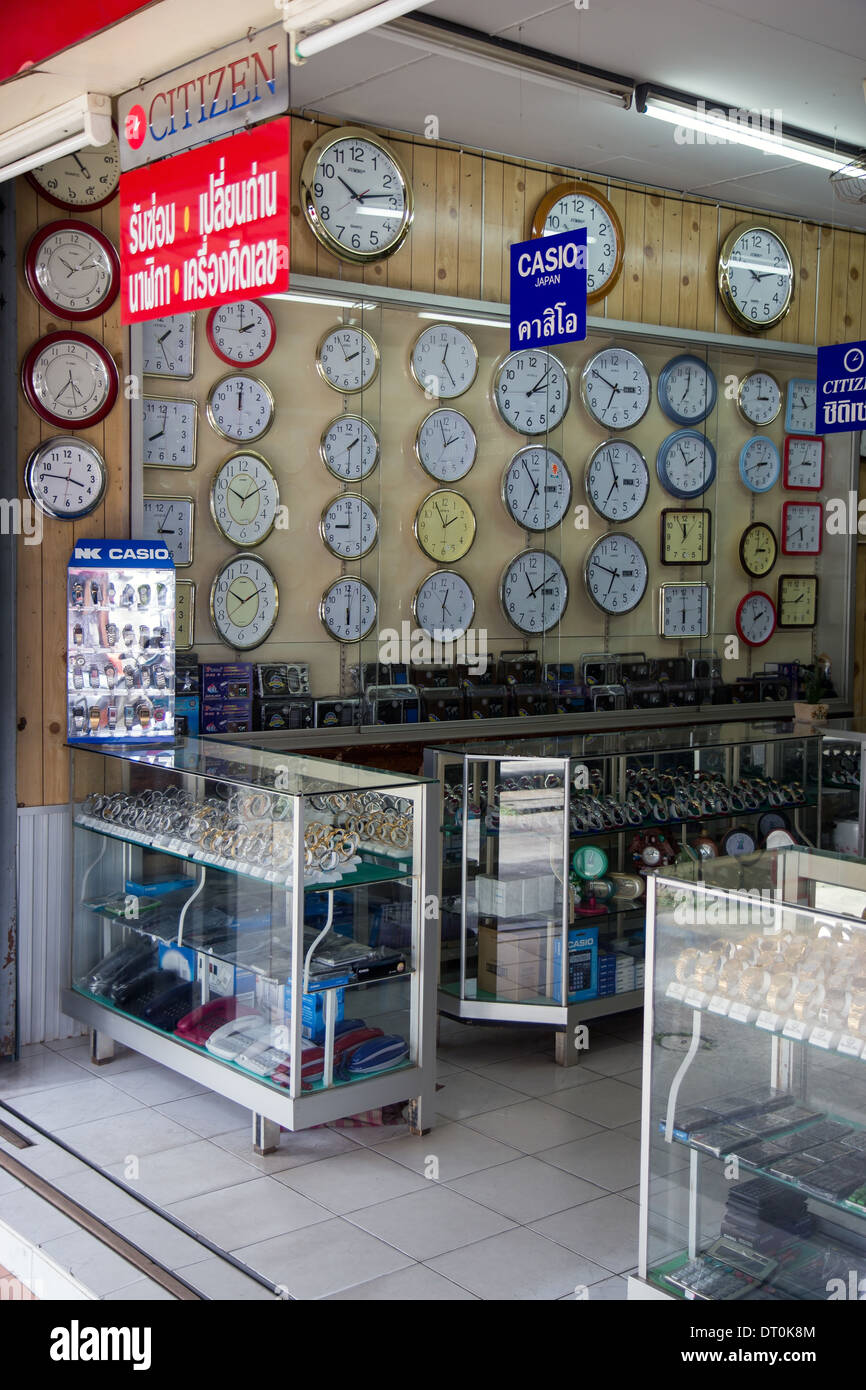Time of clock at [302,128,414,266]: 10:13
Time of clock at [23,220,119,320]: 10:11
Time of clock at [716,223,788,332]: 9:13
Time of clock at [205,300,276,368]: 2:00
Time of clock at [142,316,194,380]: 1:25
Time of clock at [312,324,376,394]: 1:56
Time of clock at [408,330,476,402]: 12:24
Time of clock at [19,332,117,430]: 4:35
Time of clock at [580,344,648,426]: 6:50
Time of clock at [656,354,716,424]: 7:01
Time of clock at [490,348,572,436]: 2:06
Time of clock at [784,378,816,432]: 10:45
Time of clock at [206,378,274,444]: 12:00
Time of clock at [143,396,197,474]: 8:01
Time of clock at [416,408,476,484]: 1:57
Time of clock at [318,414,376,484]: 1:30
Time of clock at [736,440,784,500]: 2:41
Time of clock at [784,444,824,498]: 3:03
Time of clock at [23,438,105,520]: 3:46
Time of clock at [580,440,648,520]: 6:56
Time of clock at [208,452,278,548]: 10:10
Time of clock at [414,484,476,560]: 1:55
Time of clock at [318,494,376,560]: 9:00
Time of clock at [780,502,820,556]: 5:40
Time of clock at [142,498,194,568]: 3:04
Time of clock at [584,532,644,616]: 6:48
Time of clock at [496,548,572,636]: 11:09
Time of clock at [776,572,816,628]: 1:44
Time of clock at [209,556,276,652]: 10:10
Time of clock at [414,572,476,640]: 12:29
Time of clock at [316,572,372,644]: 6:00
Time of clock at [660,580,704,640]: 6:00
